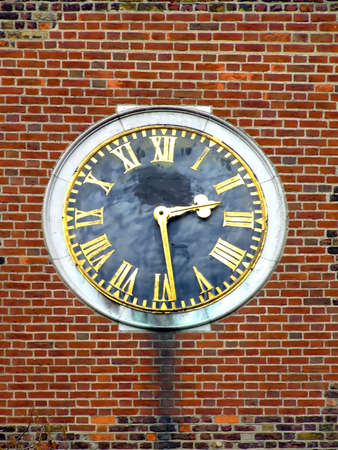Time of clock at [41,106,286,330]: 2:28
